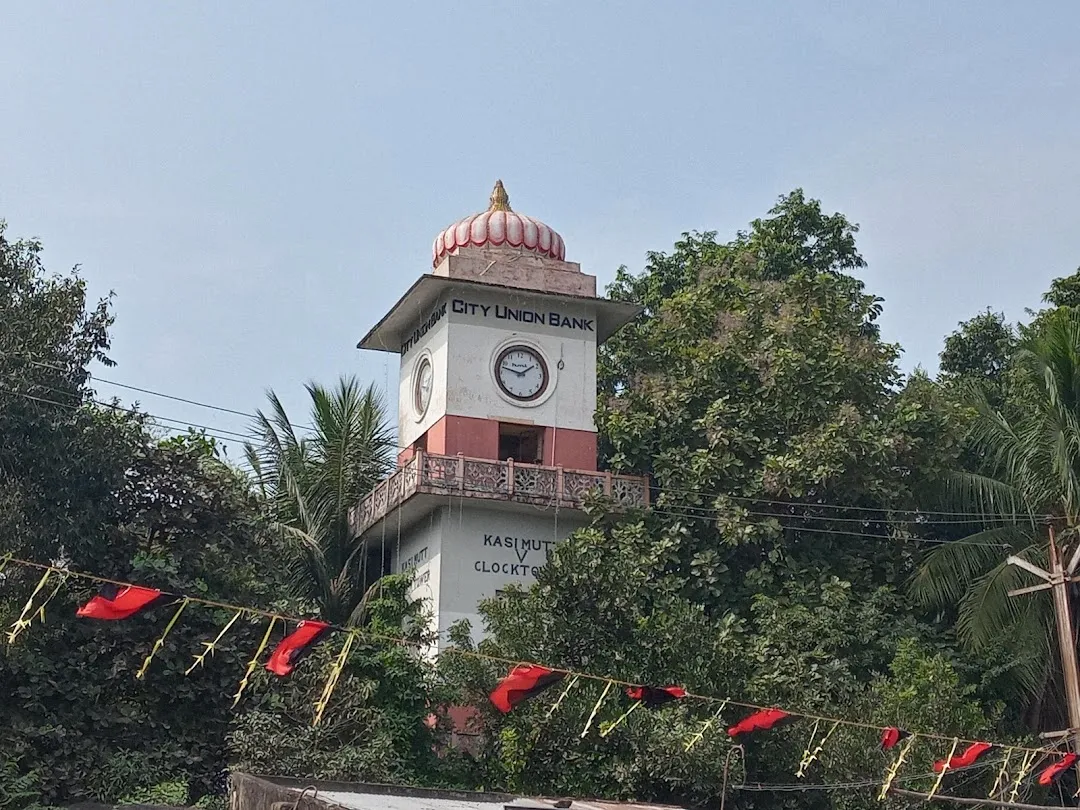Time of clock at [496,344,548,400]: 1:47
